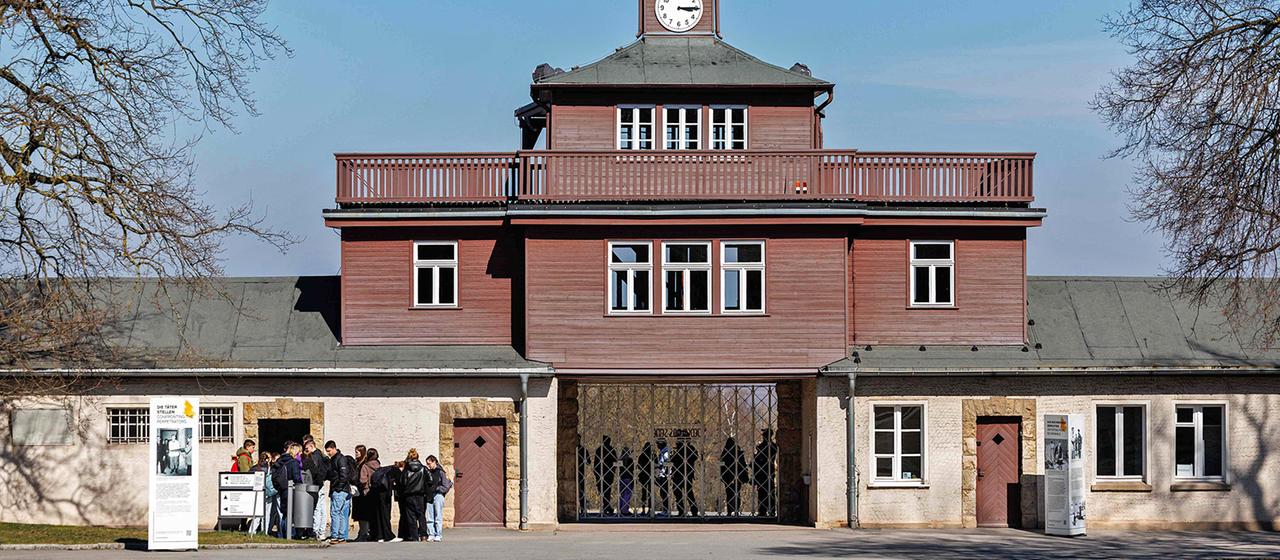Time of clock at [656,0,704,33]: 3:14
